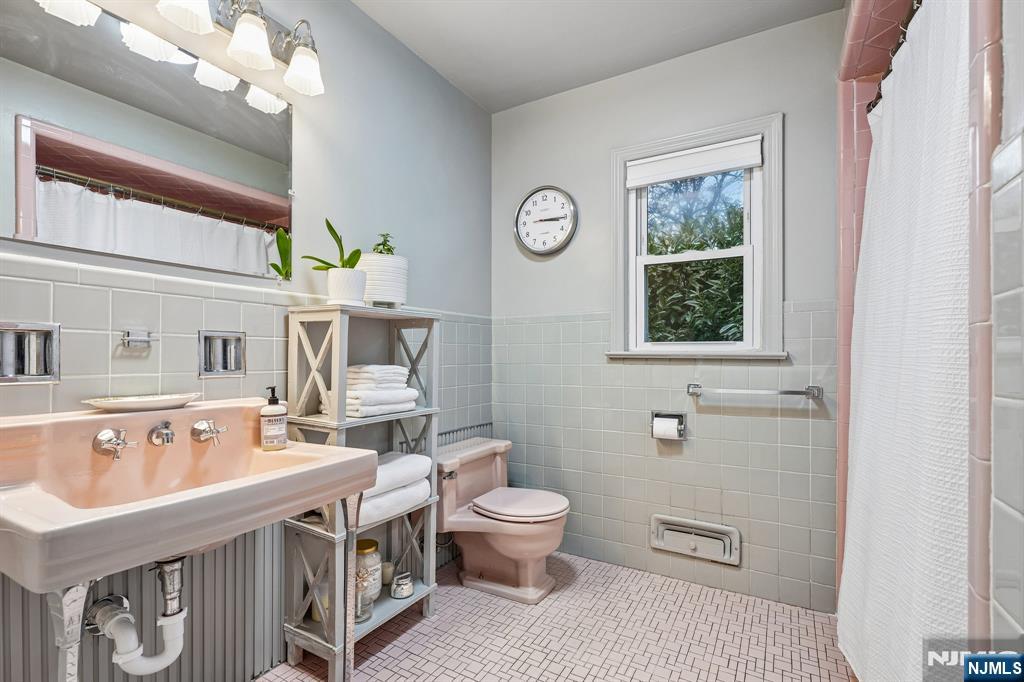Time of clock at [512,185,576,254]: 3:15
